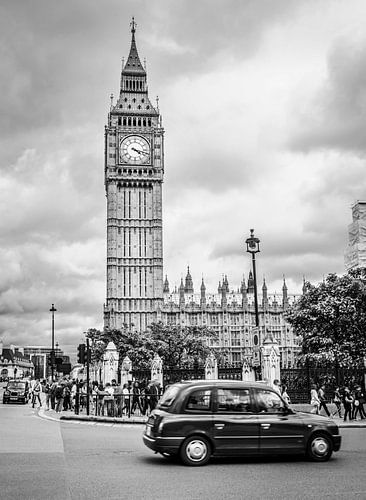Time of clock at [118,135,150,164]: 4:17
